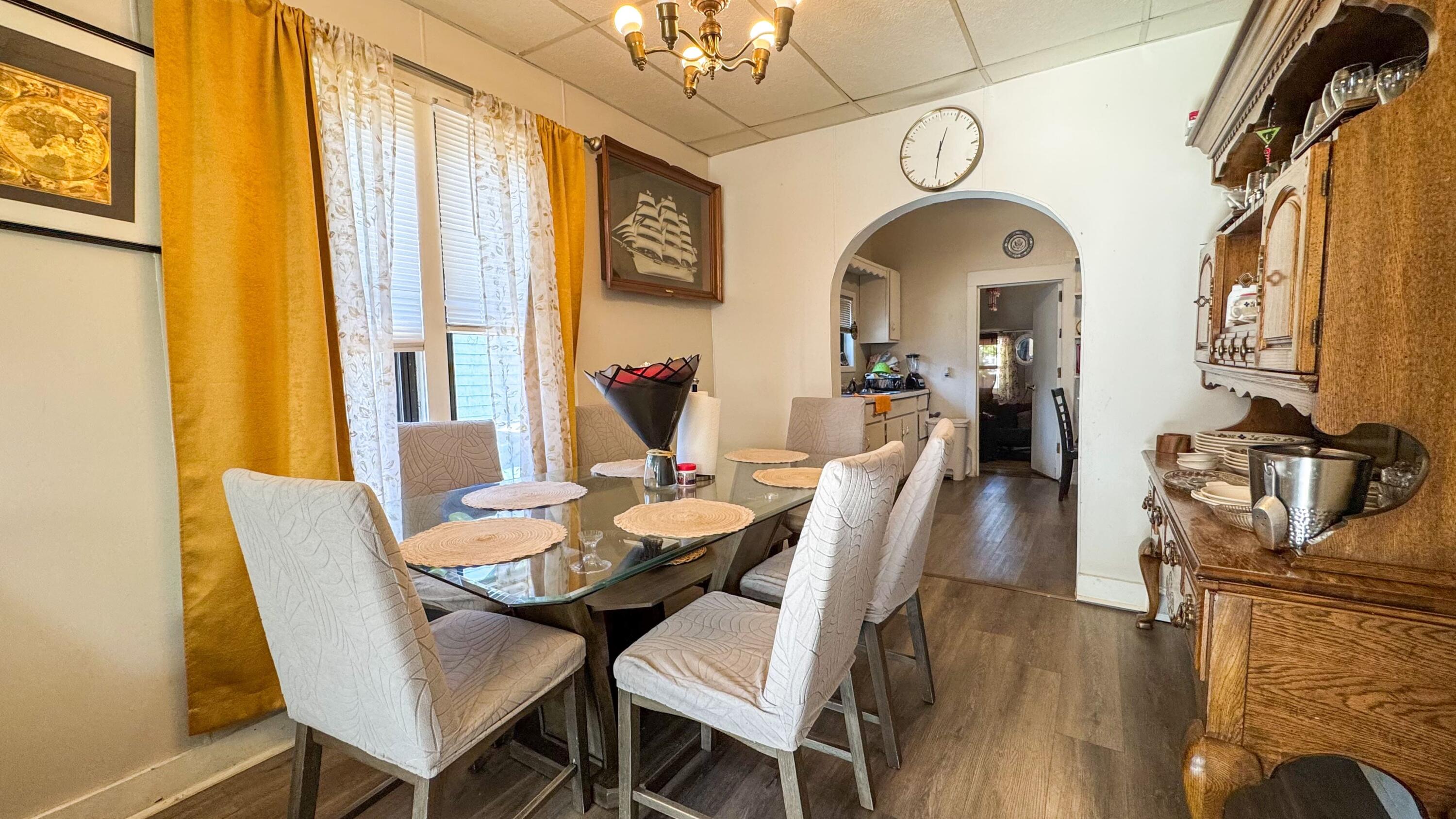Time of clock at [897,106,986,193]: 12:31
